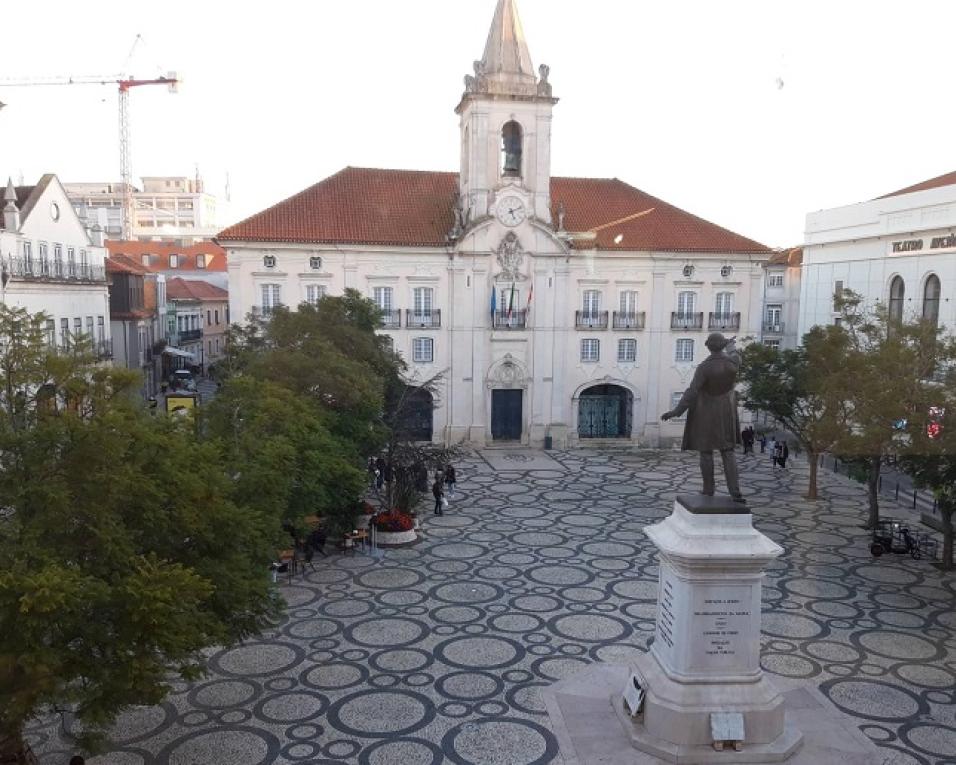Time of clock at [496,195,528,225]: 5:11
